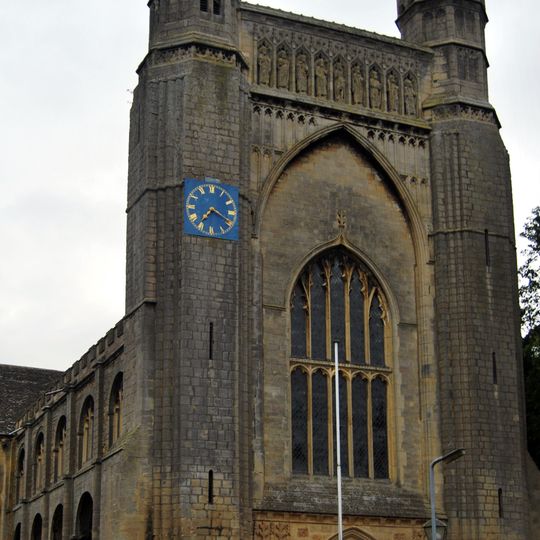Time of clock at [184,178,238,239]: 7:19
